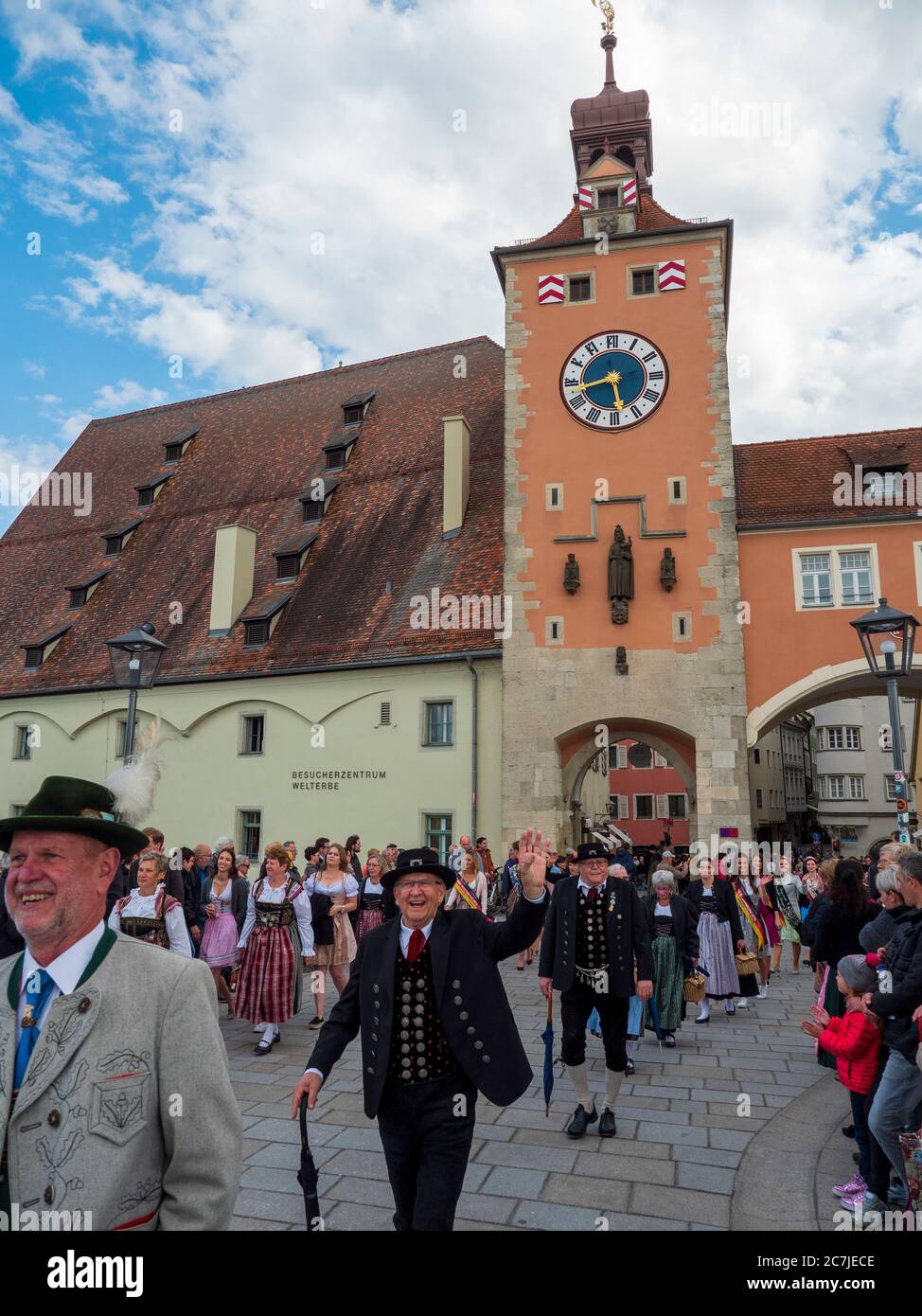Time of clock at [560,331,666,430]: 5:42
